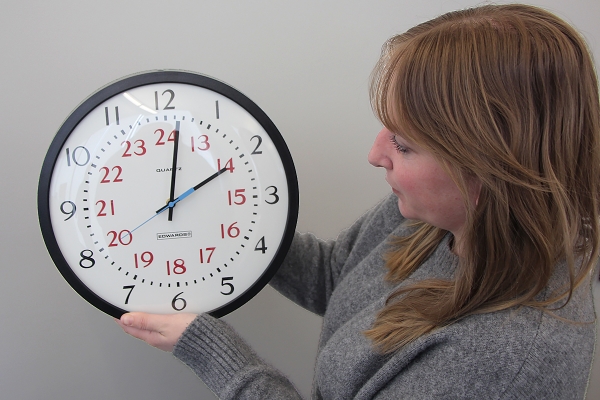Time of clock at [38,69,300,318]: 2:01
